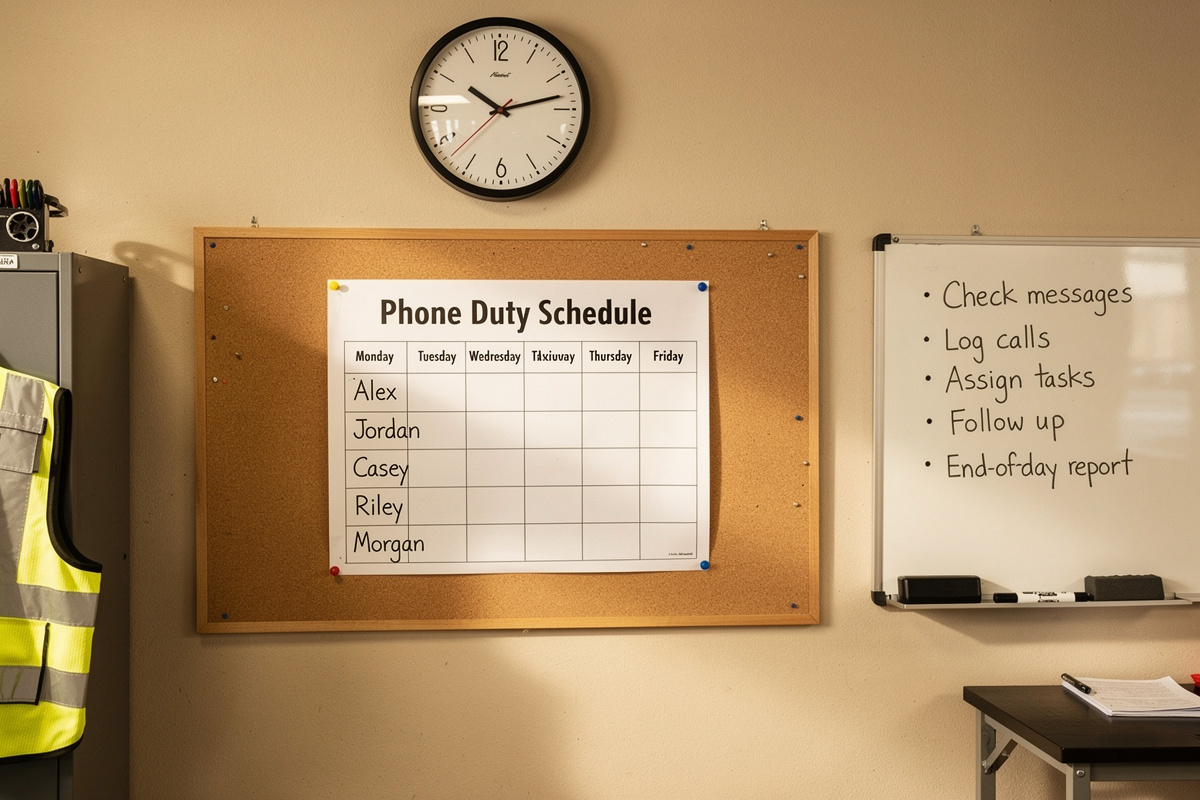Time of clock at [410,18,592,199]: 10:12
